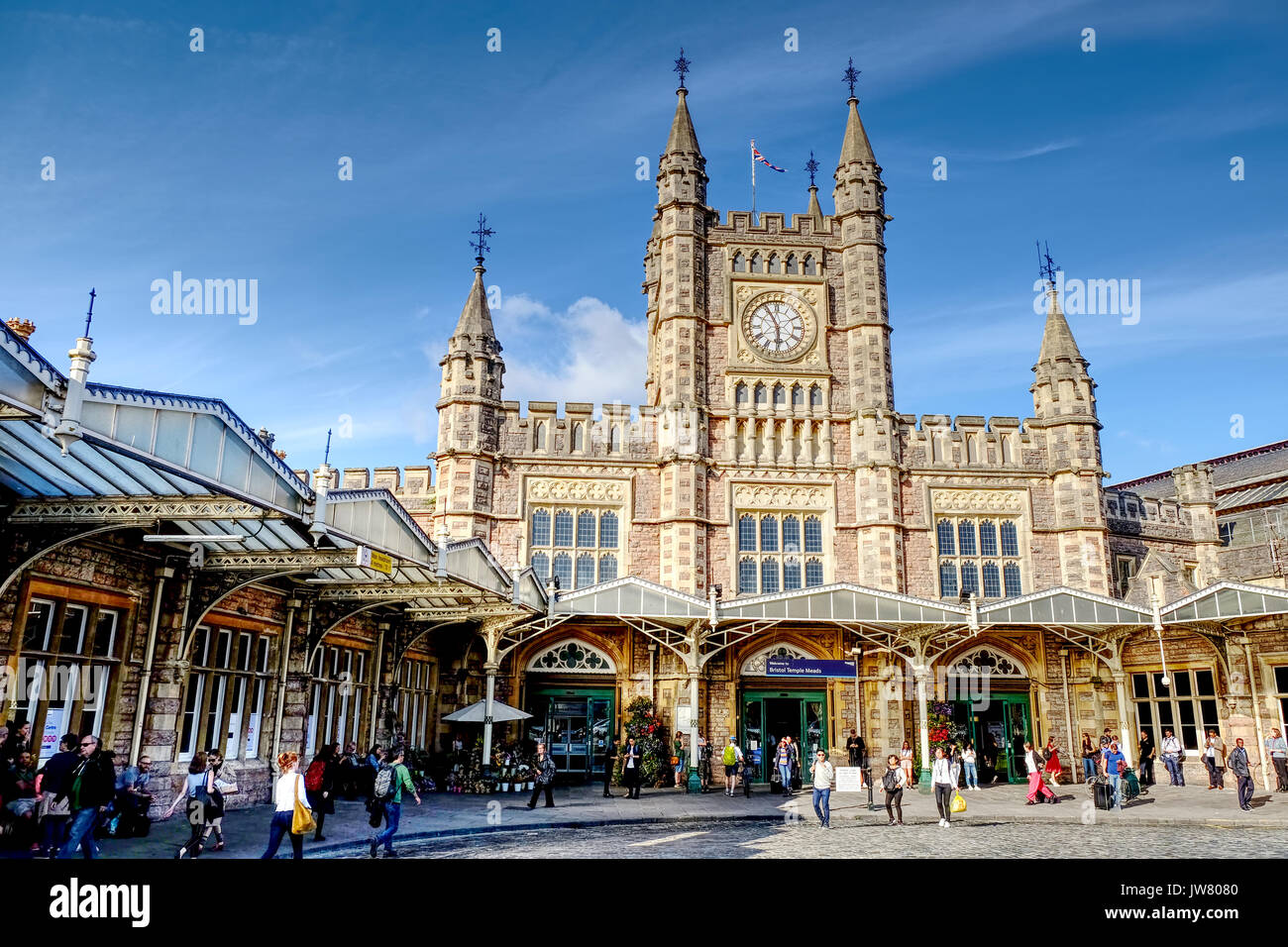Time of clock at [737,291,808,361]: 5:55
